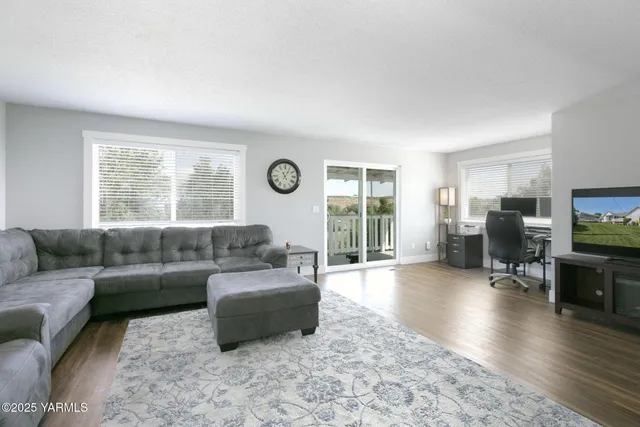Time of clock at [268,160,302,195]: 11:05
